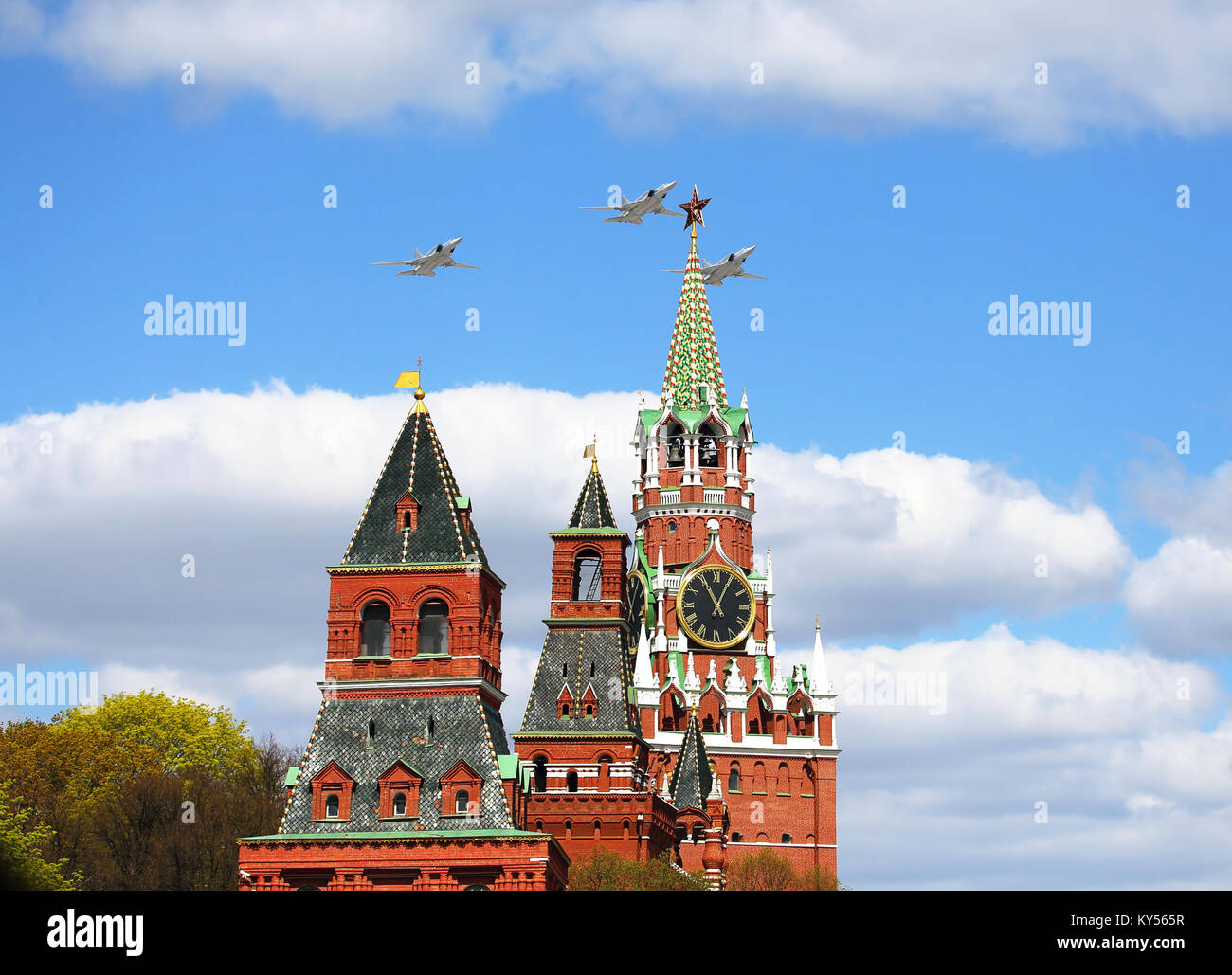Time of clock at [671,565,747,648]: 11:04
